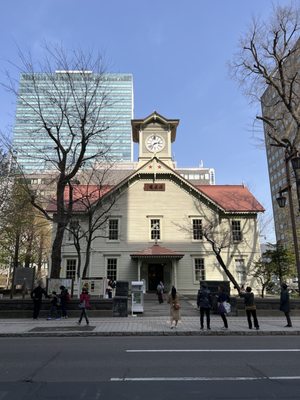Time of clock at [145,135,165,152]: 2:38
